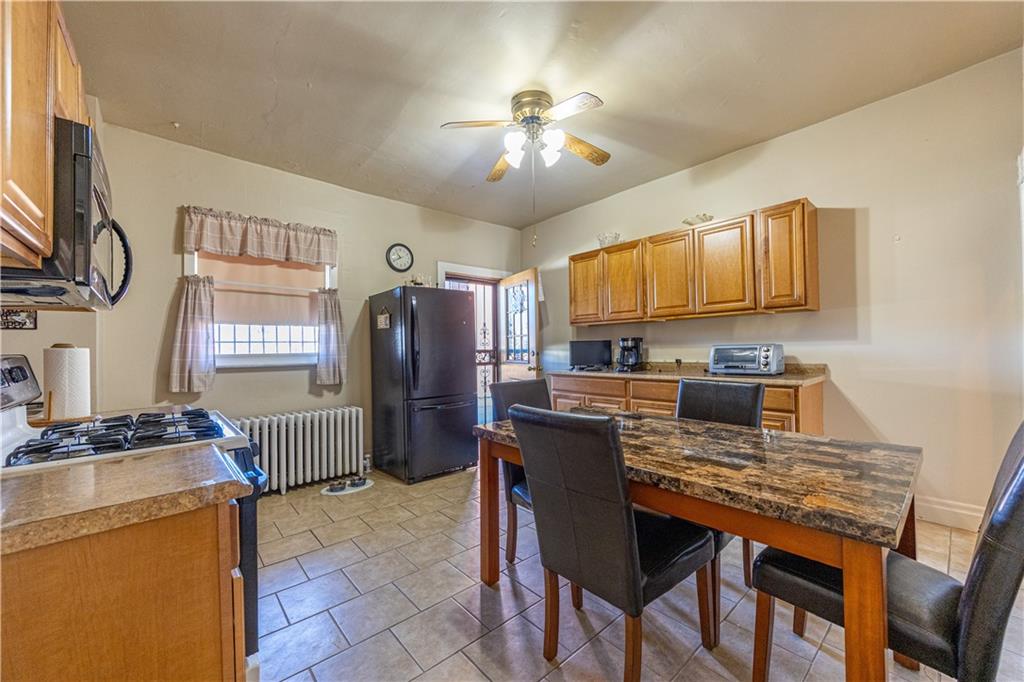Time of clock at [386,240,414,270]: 10:40
